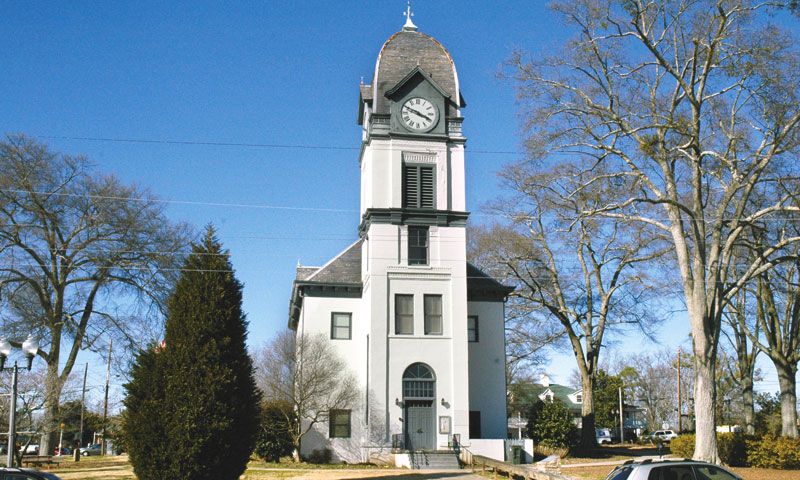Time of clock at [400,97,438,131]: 3:48
